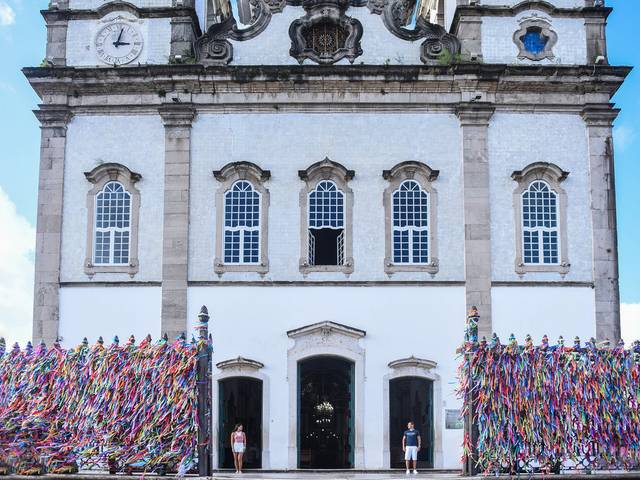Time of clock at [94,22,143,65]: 3:02
